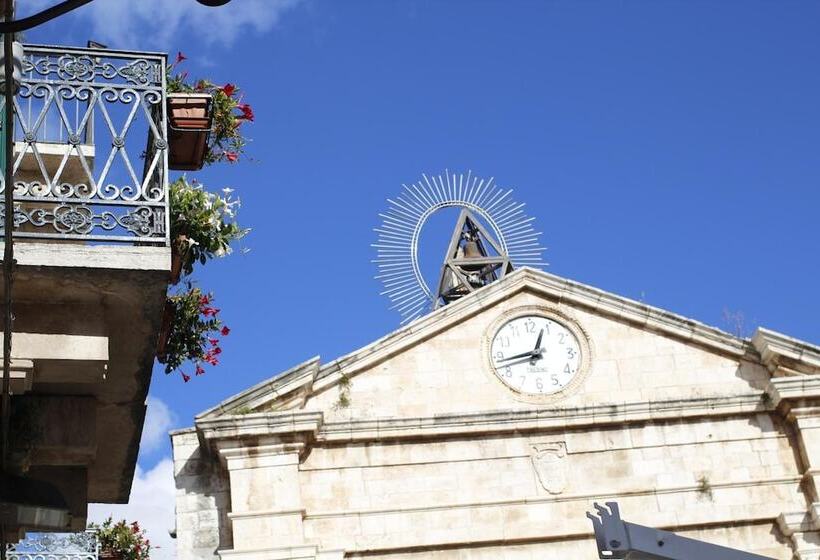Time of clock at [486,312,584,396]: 12:43
